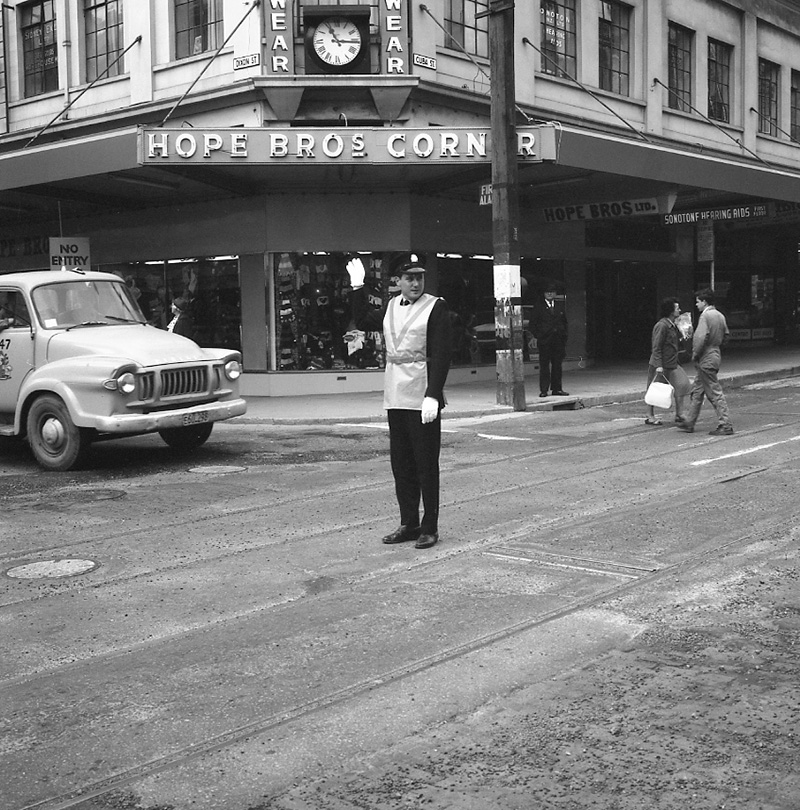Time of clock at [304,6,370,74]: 11:15
